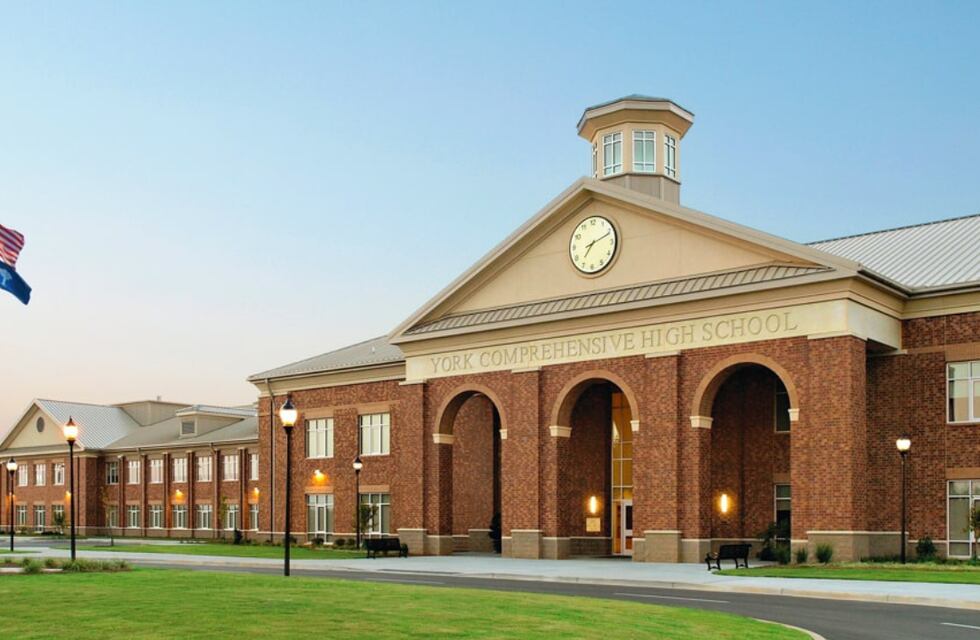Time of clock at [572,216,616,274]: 7:11
